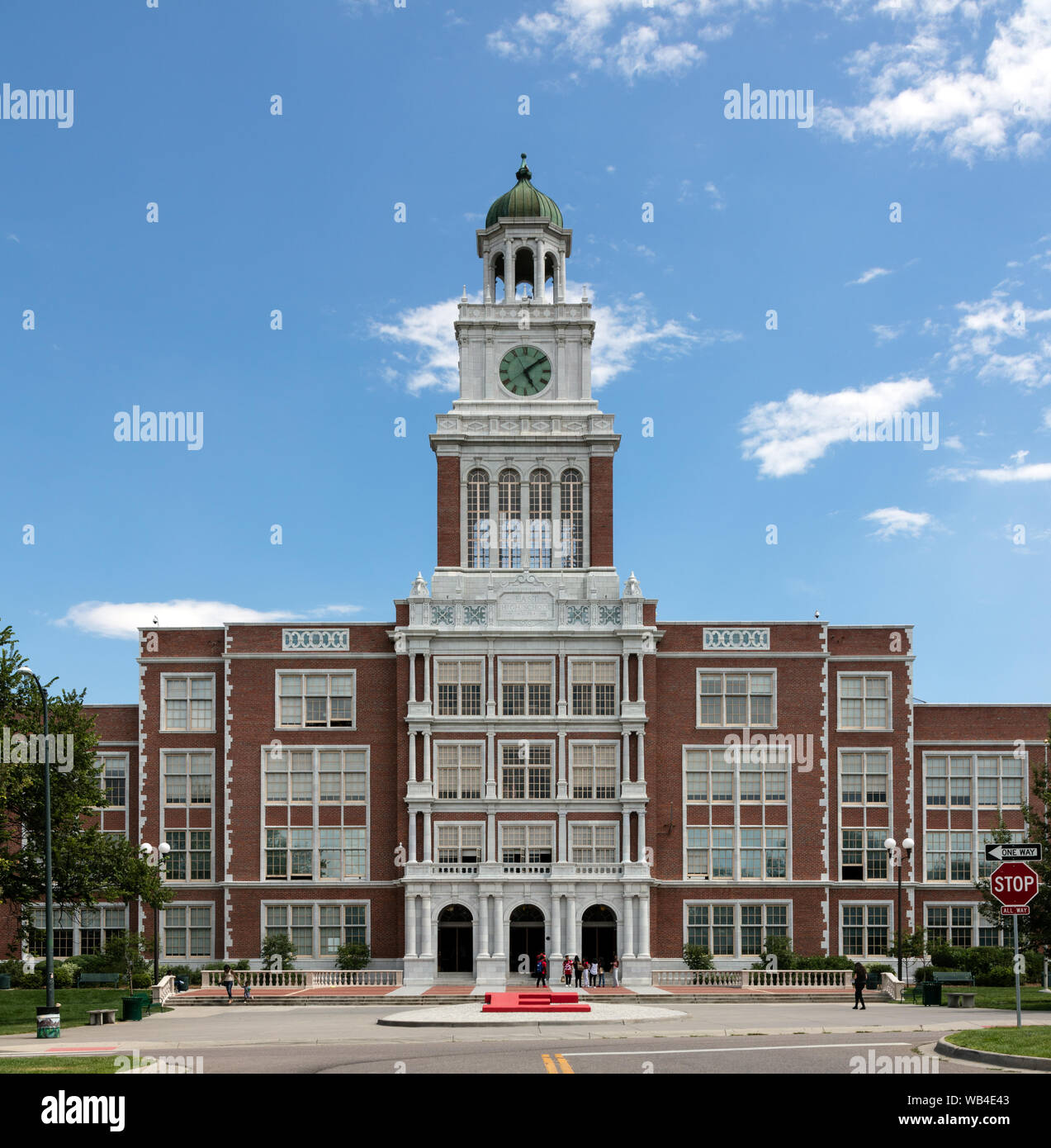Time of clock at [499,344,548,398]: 5:08
